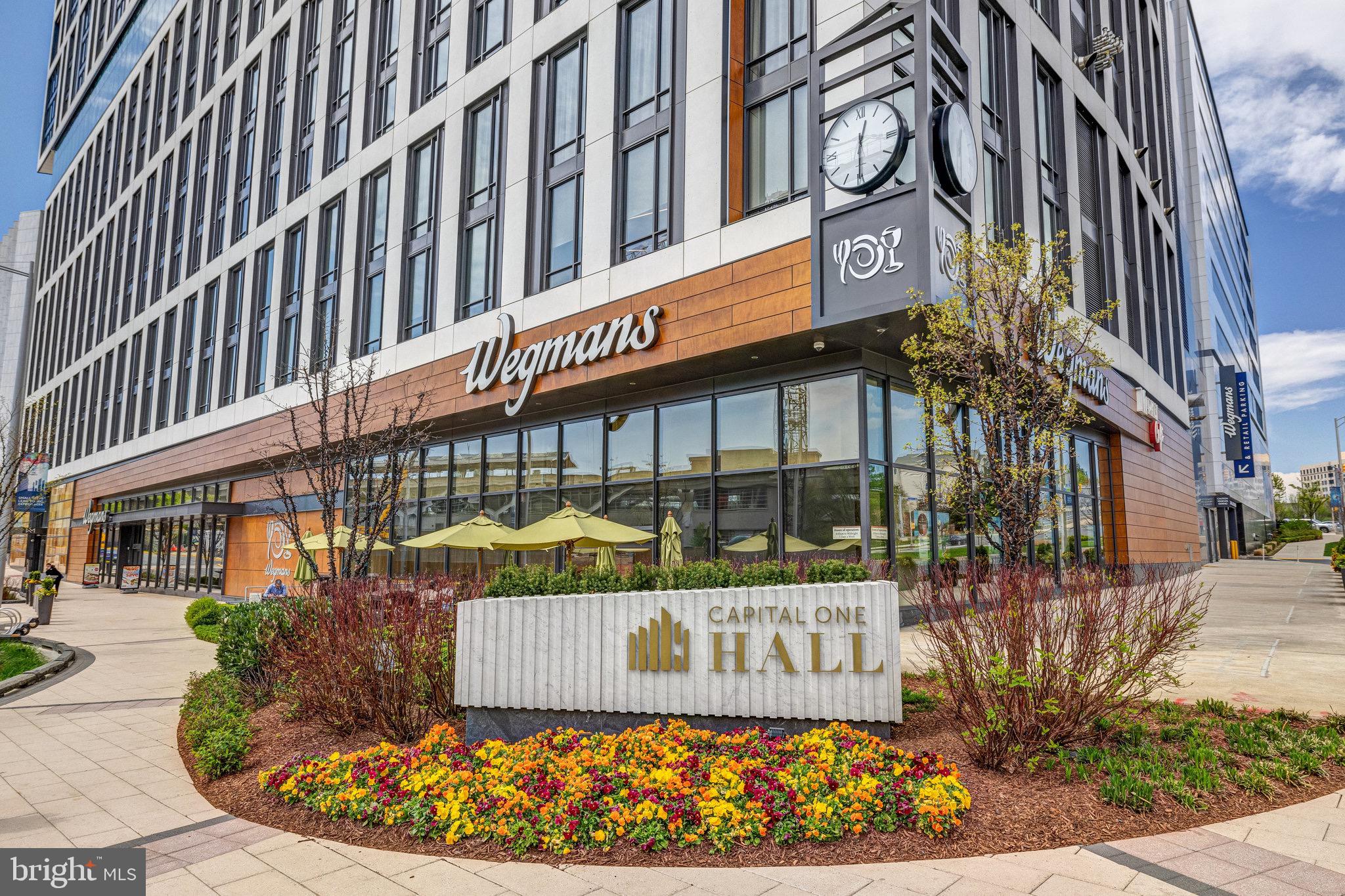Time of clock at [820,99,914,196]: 12:30
